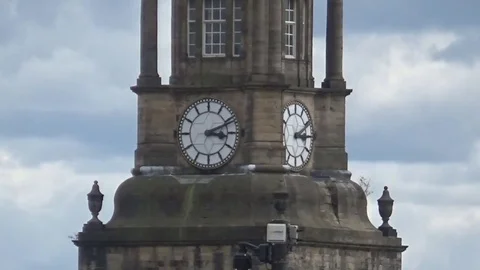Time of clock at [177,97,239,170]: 3:11
